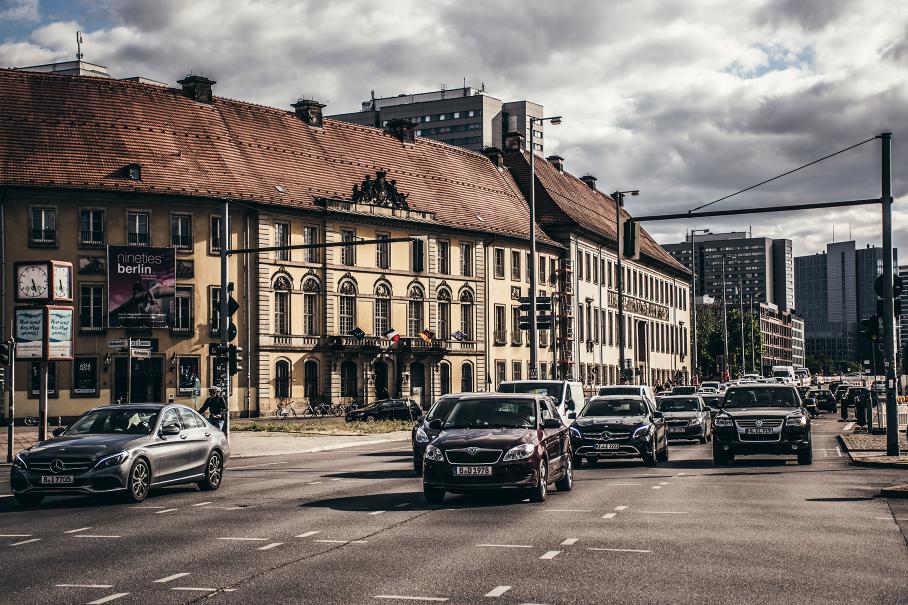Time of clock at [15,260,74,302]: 5:26
